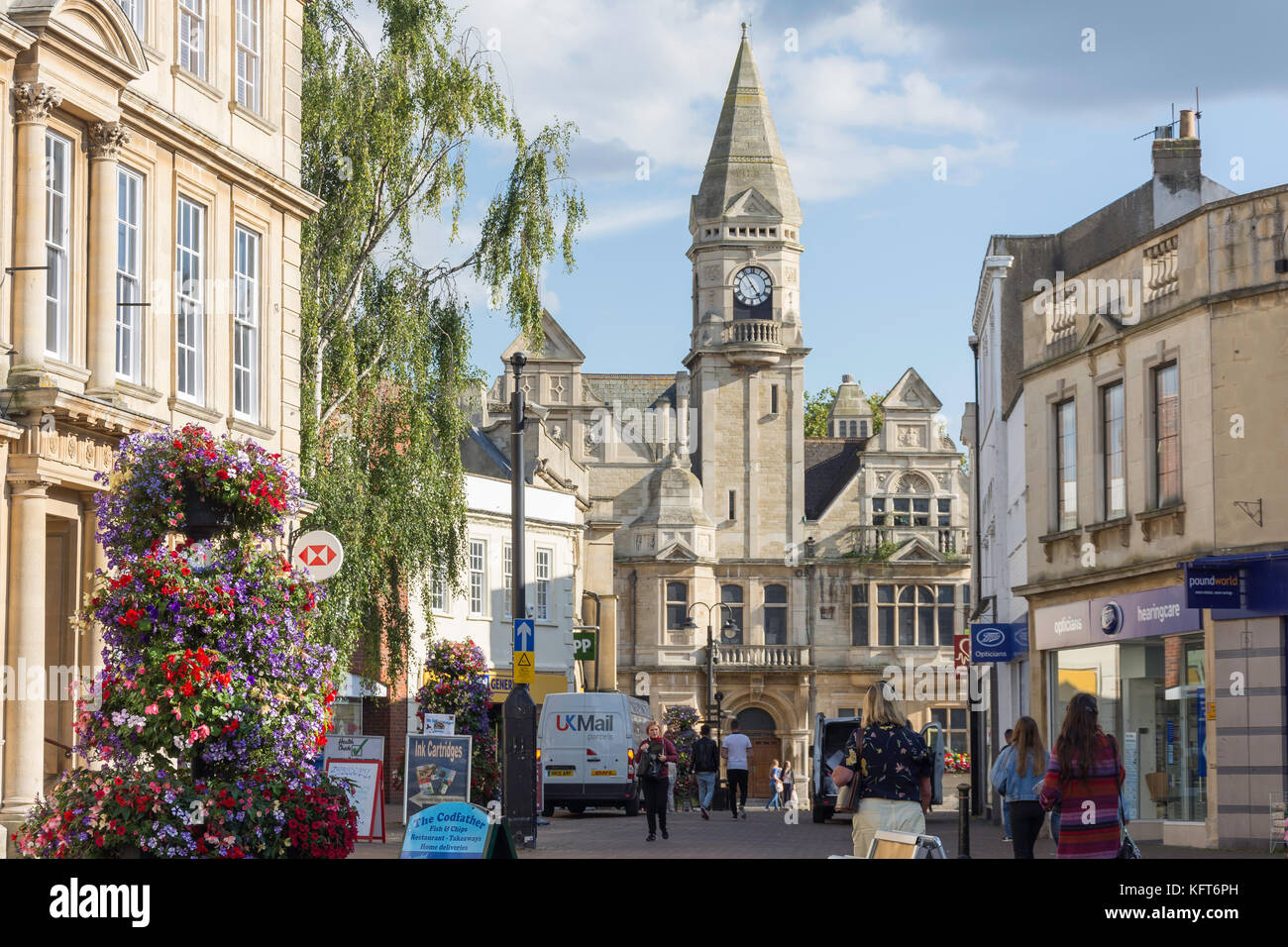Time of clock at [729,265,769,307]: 4:54
